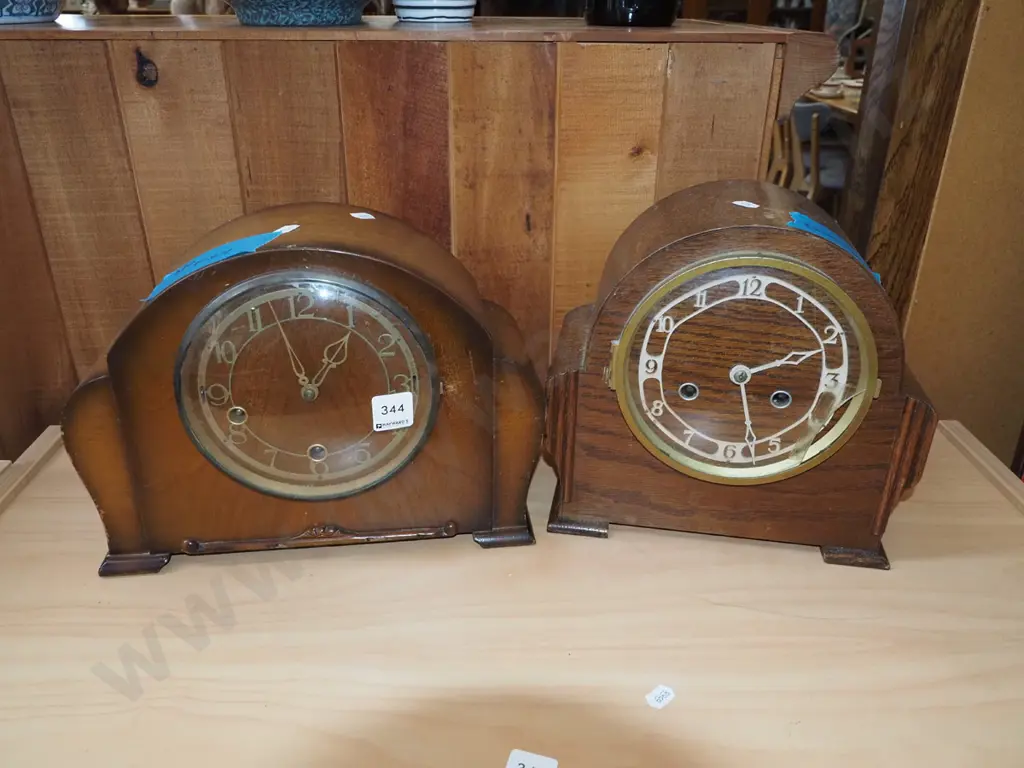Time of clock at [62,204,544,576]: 12:57
